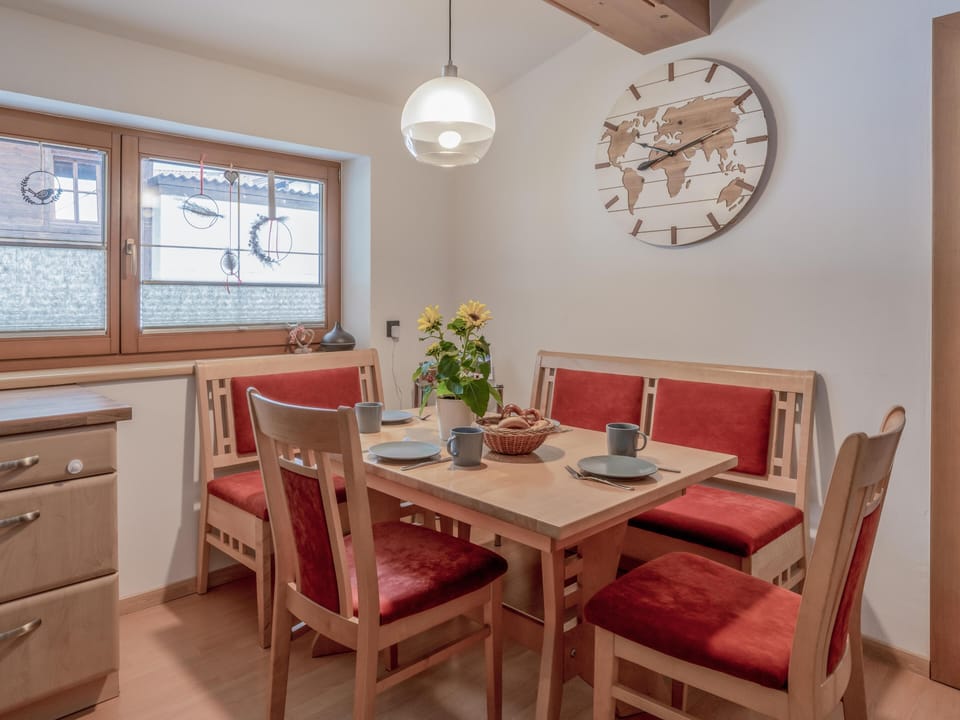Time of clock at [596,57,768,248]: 8:12
